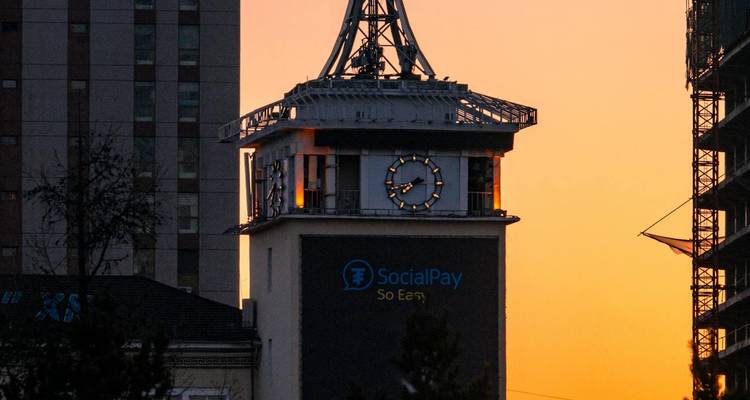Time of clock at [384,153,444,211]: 7:42
